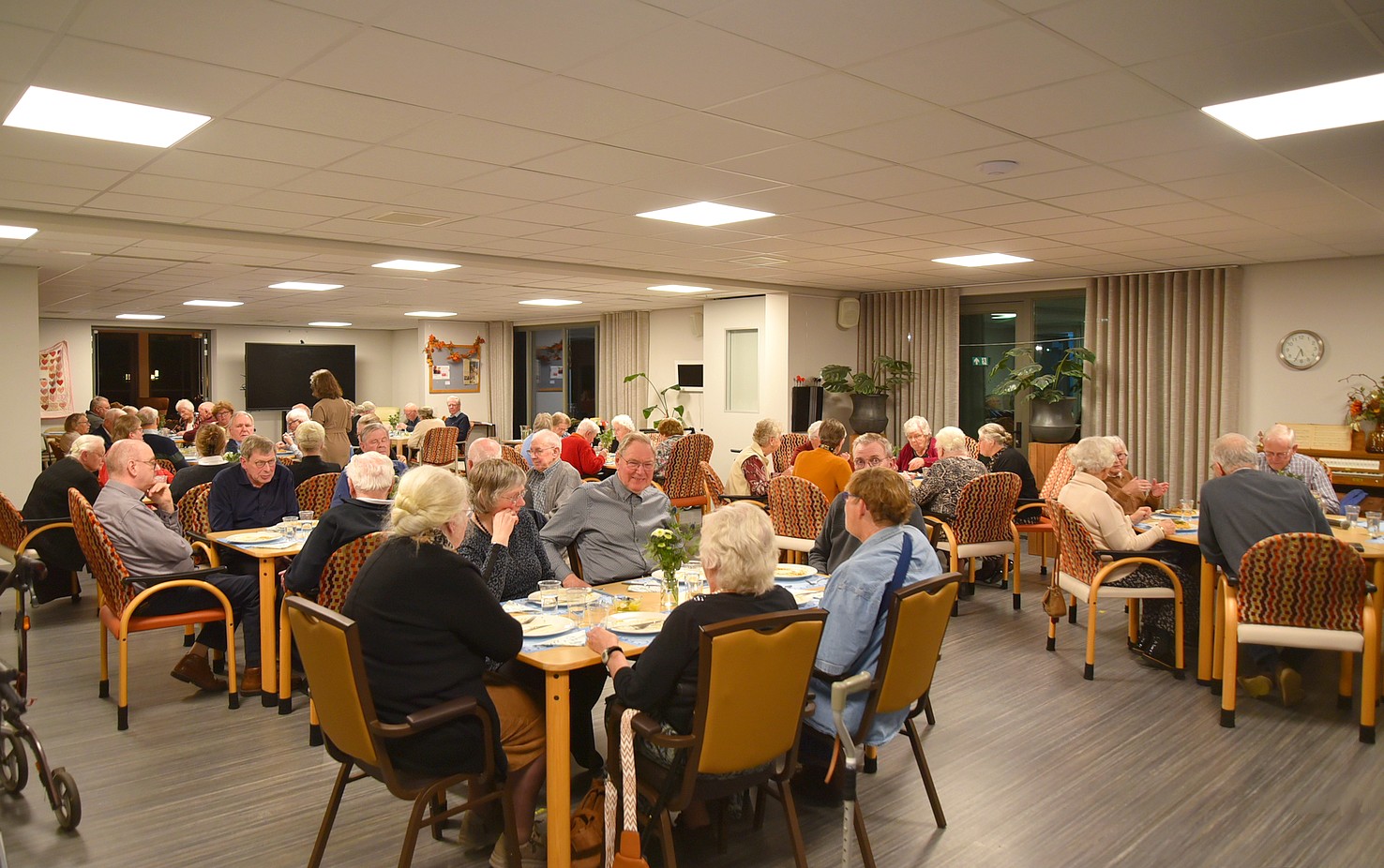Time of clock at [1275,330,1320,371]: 5:34
